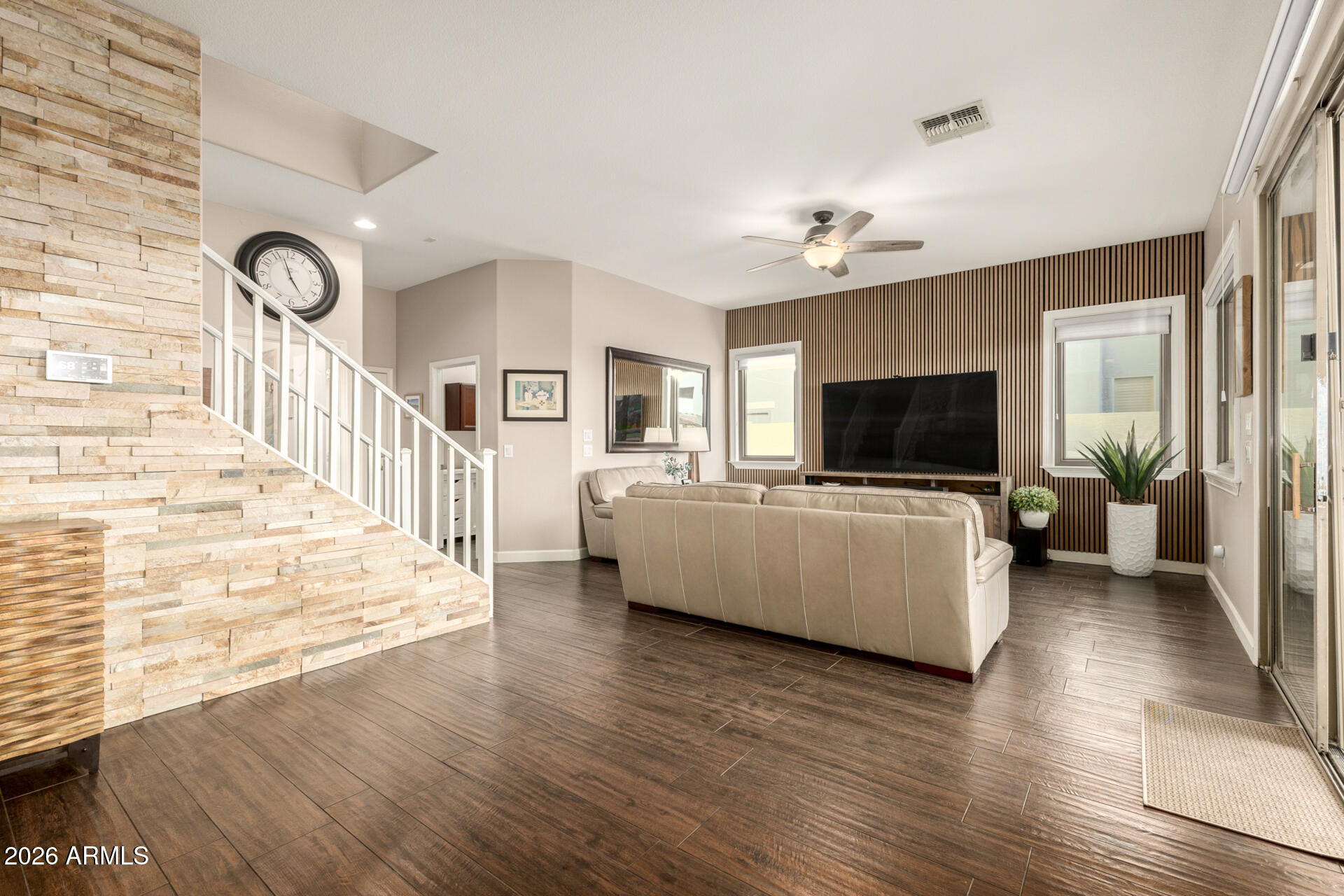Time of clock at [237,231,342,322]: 4:57
